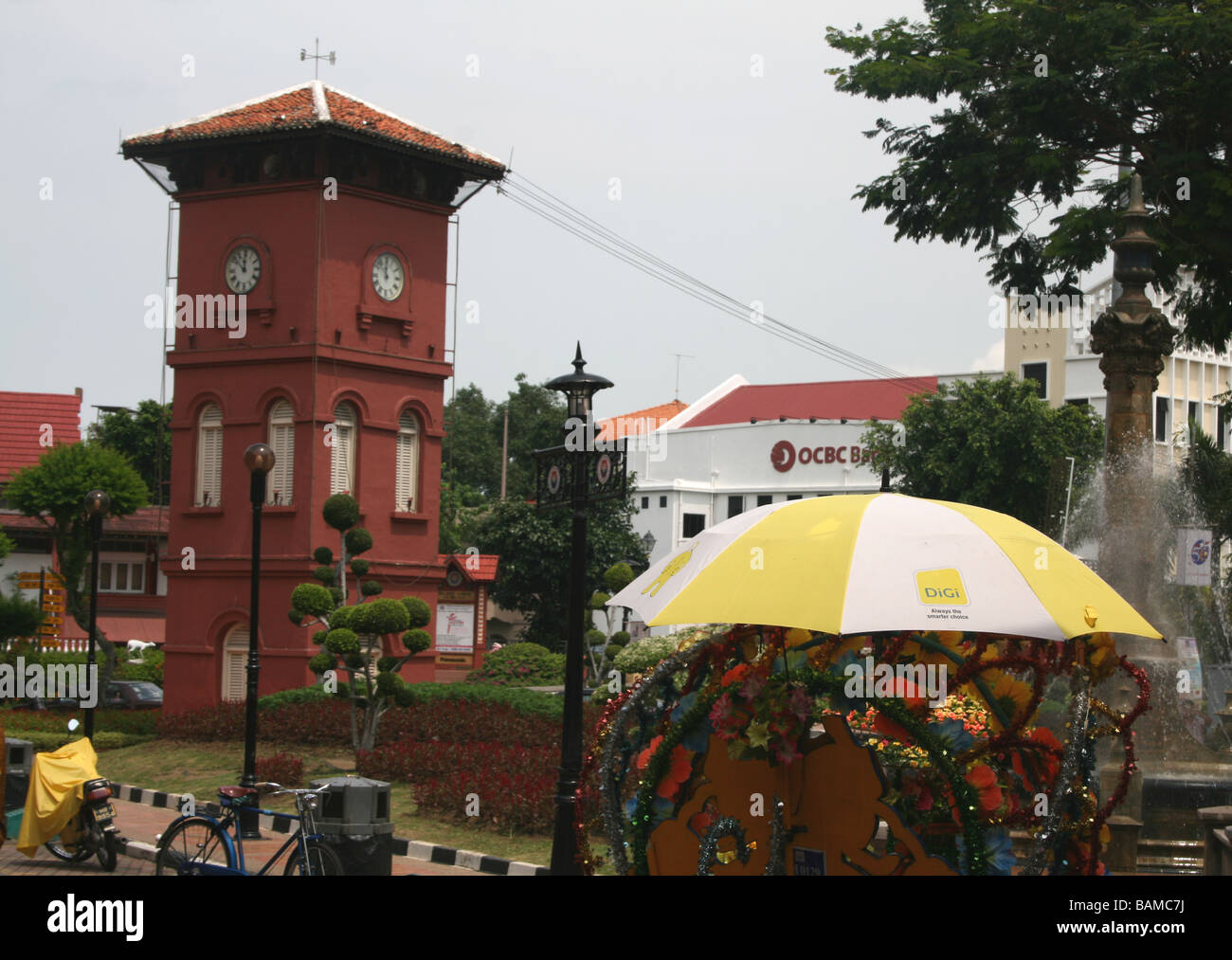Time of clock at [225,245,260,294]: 11:52
